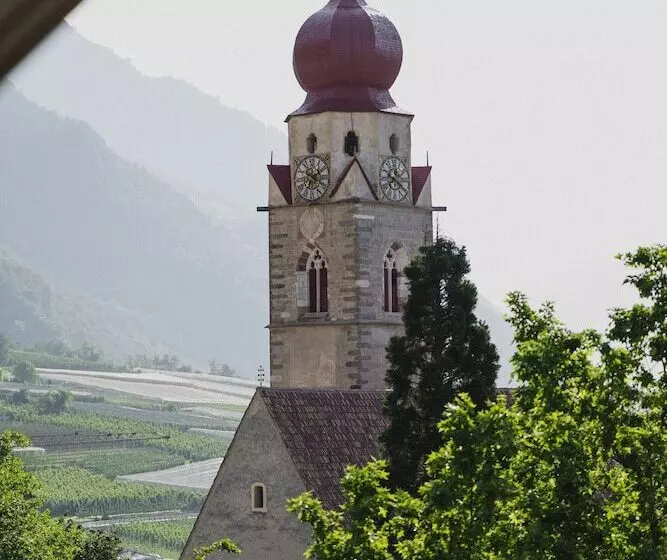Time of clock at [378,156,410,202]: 12:20
